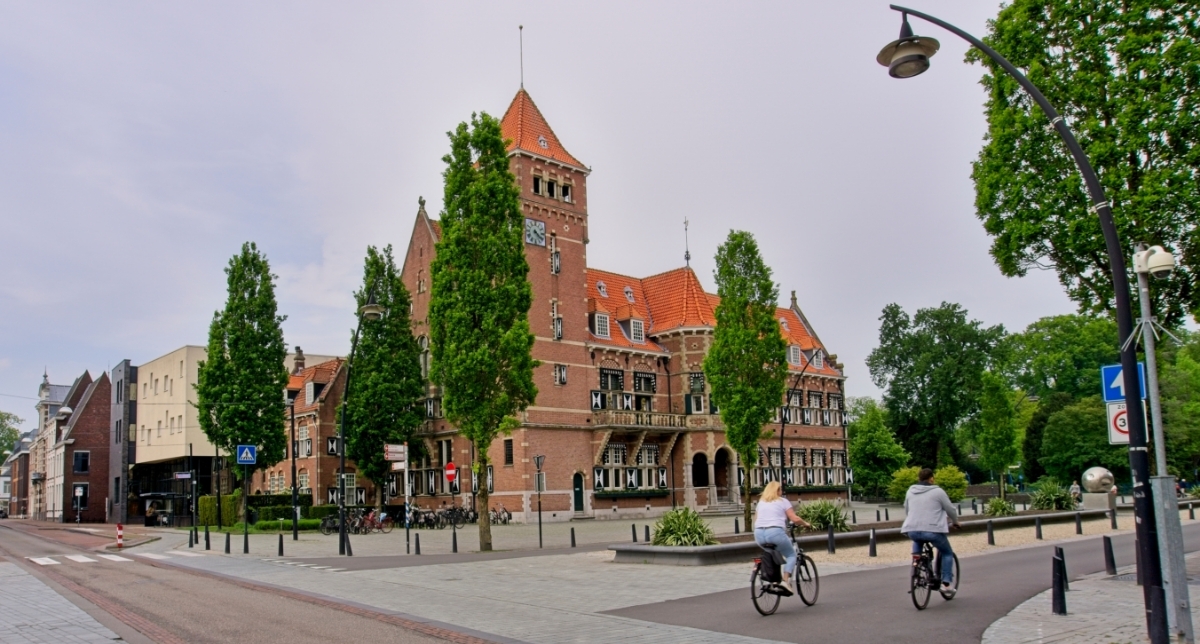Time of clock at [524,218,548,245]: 4:21
